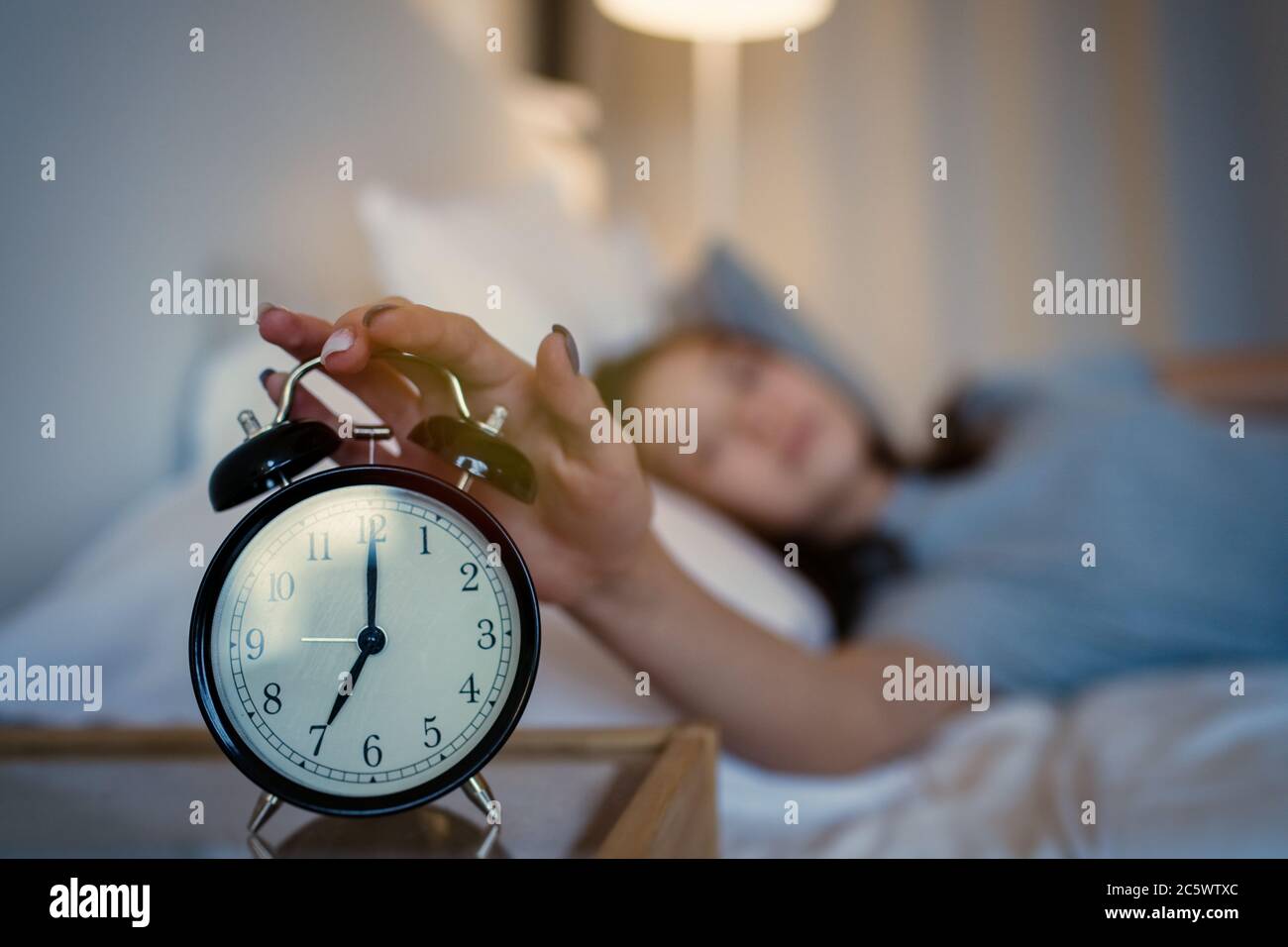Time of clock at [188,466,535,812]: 7:00
